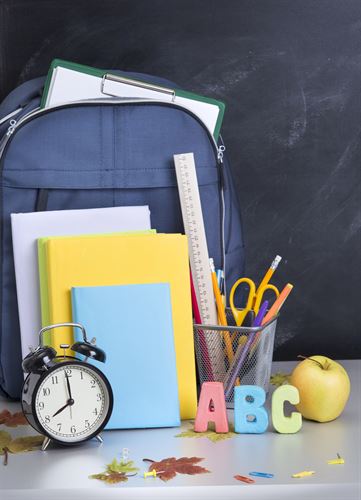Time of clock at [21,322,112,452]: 7:59
